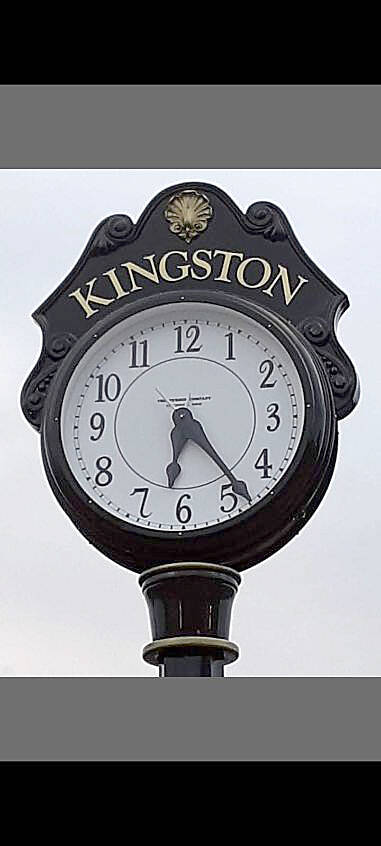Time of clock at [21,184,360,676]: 6:23
